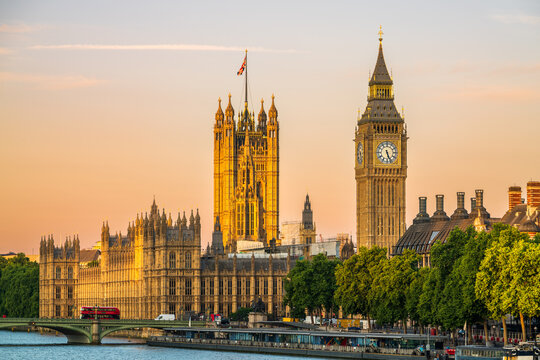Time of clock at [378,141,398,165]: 5:26
